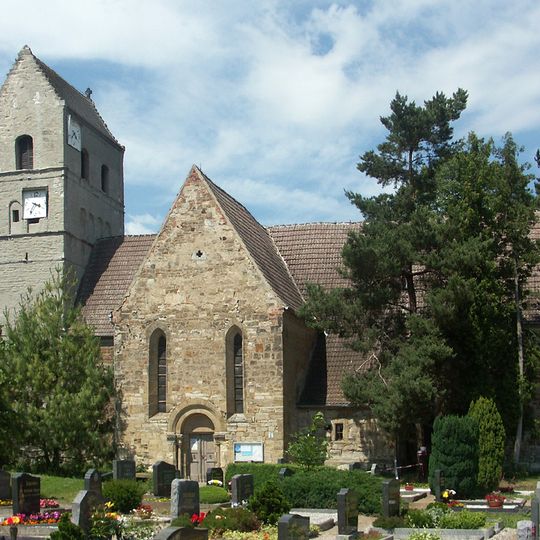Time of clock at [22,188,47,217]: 3:35
